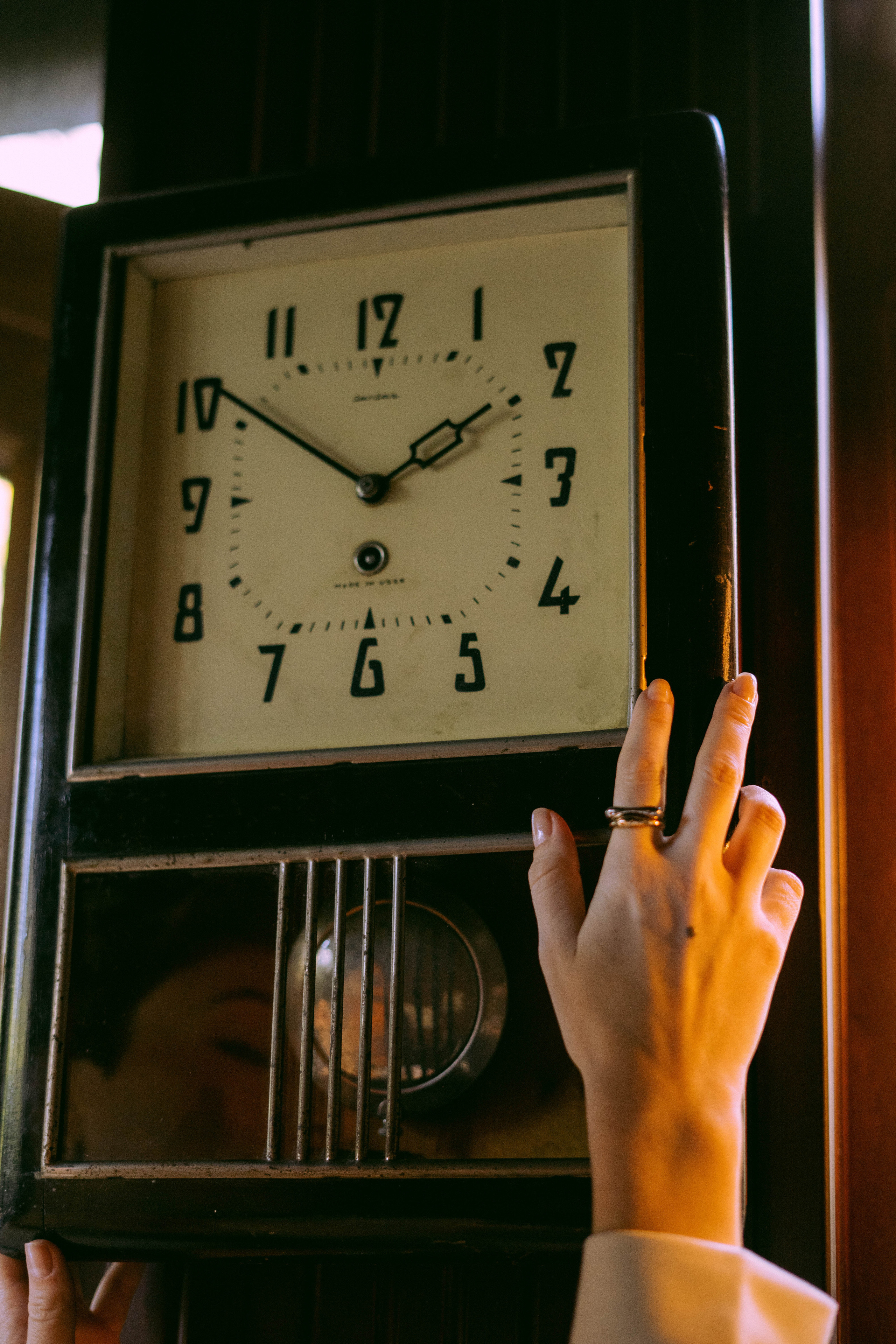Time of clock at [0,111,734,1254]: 1:50
